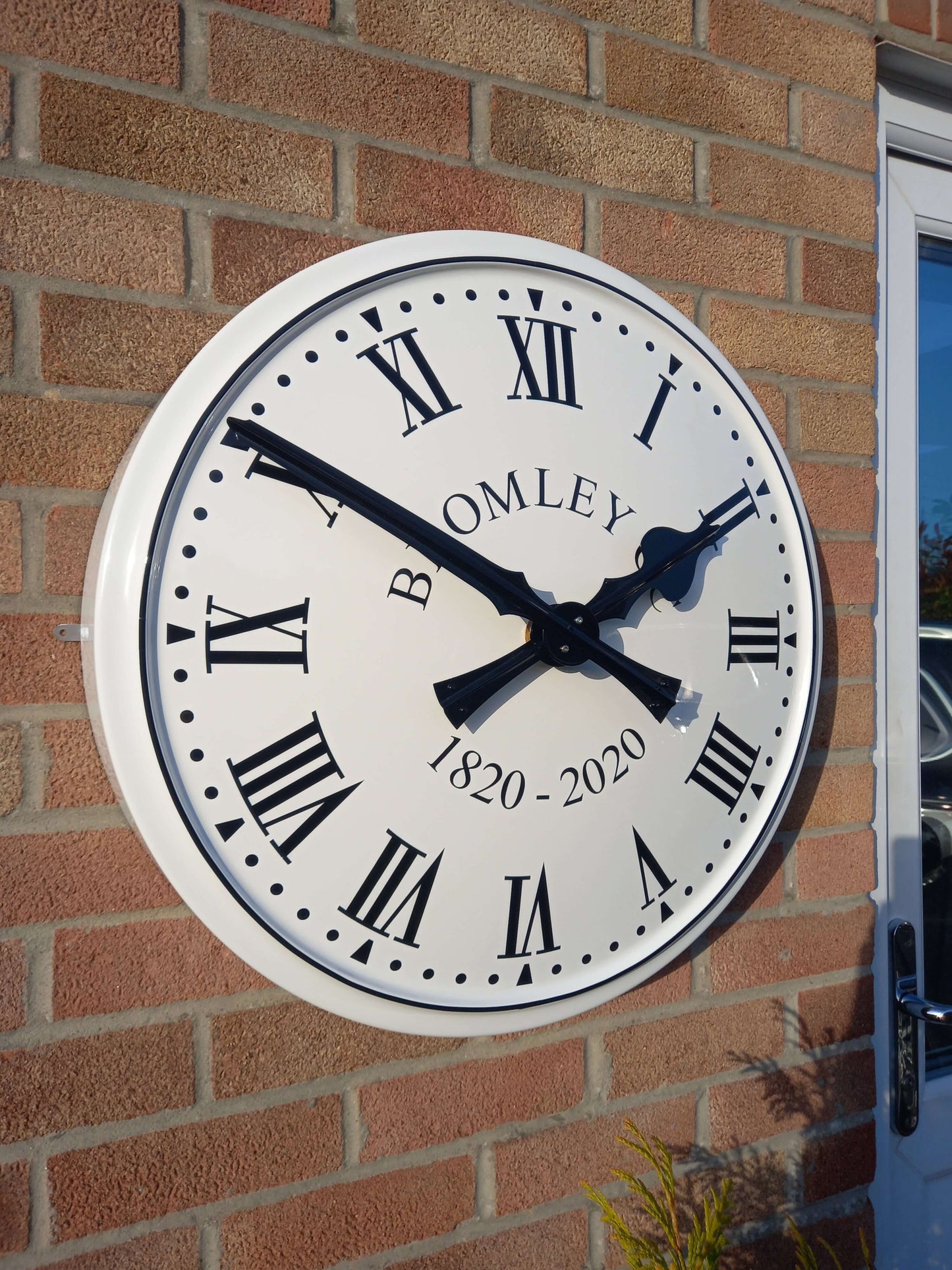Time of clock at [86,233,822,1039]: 1:50
